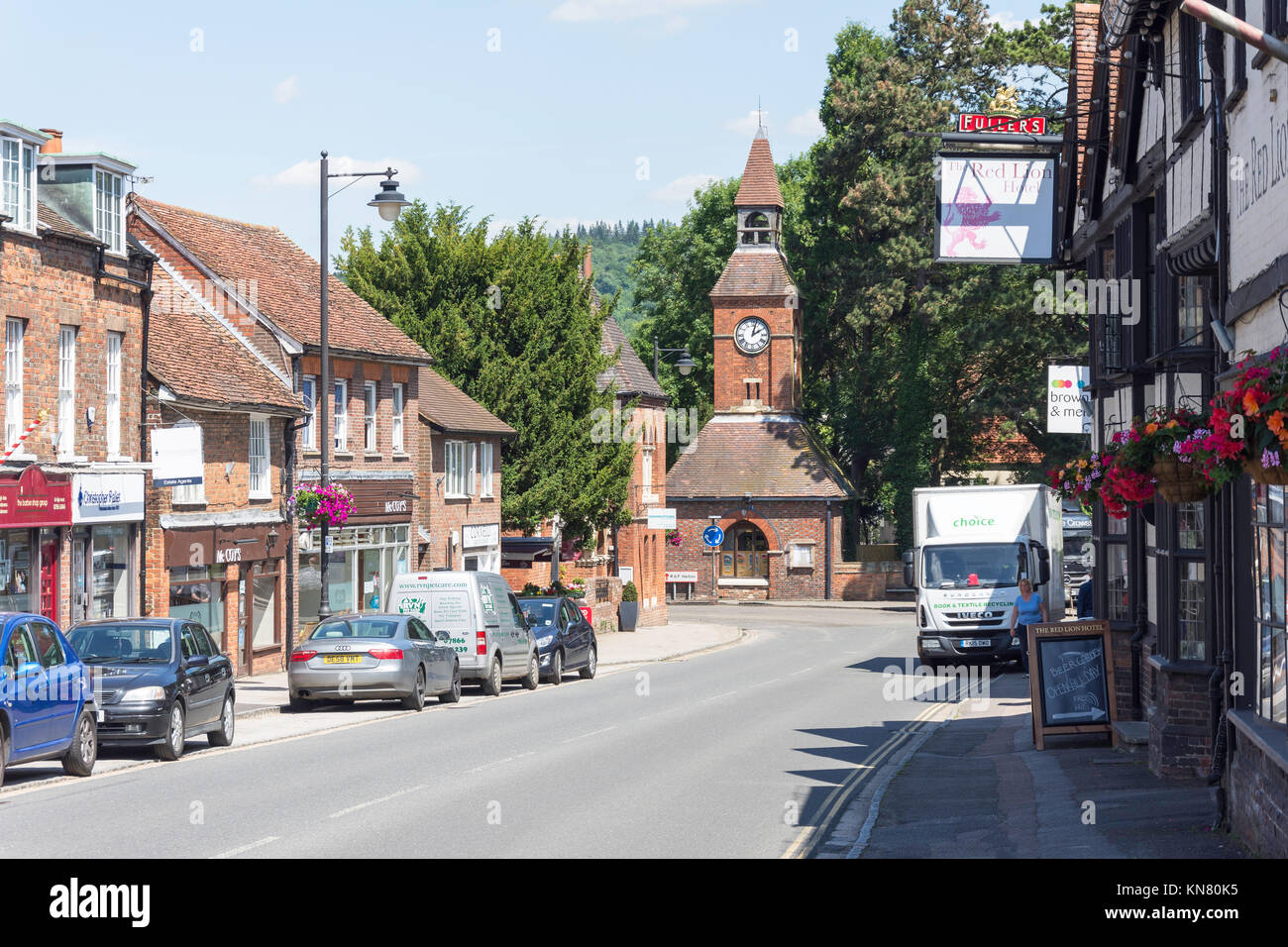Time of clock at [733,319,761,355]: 2:02
